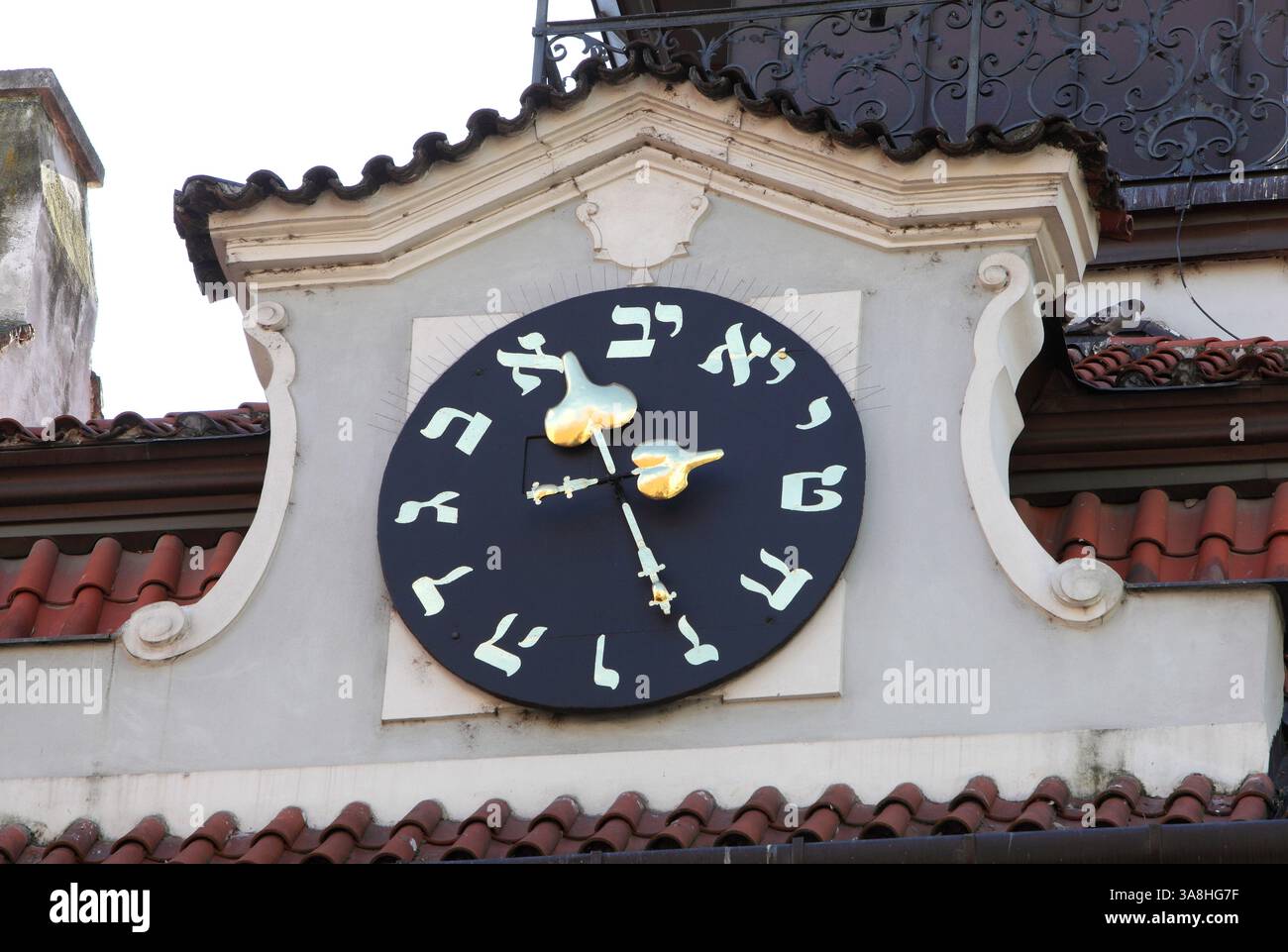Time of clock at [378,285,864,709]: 11:25
